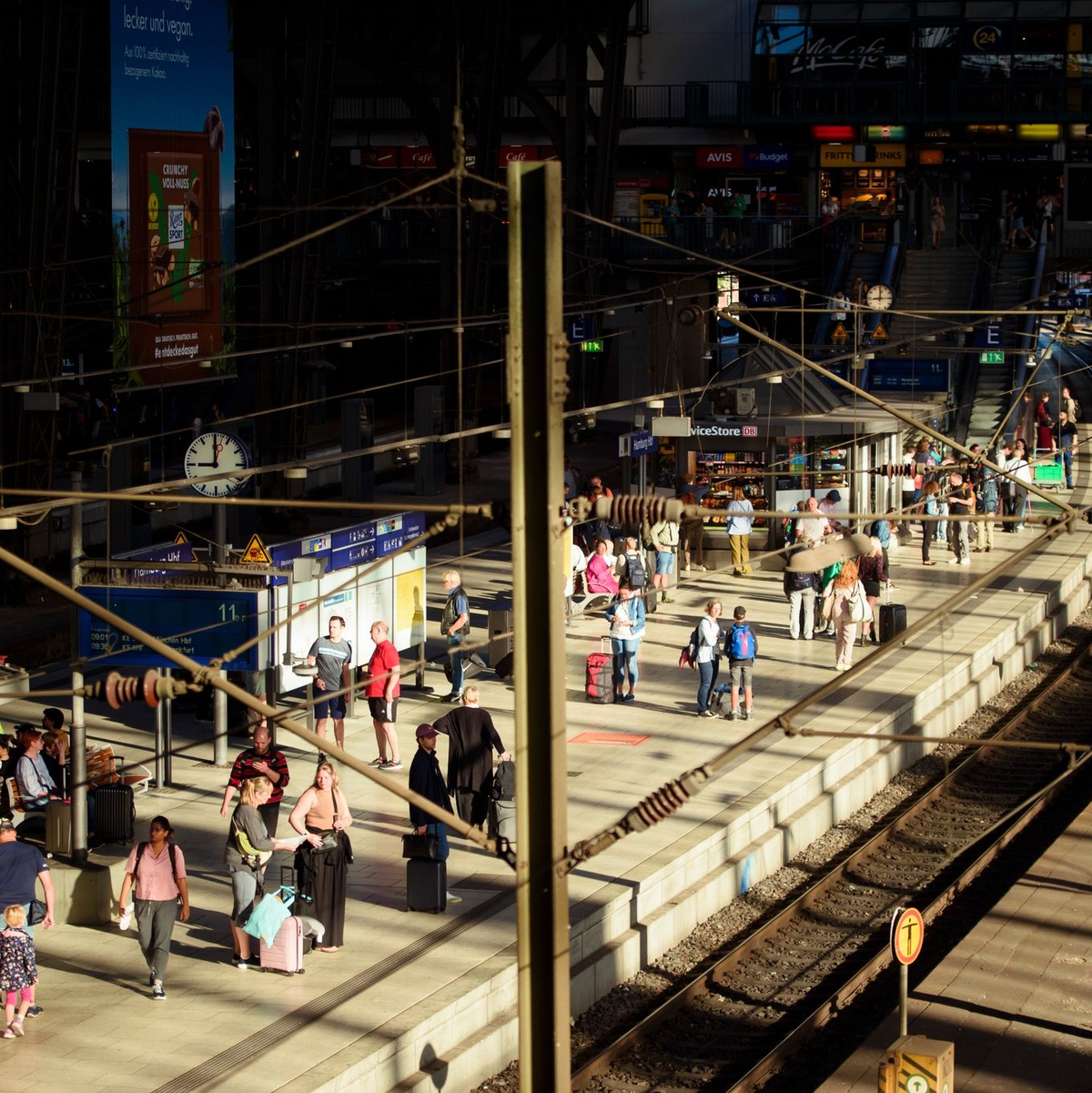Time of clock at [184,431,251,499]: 9:00
